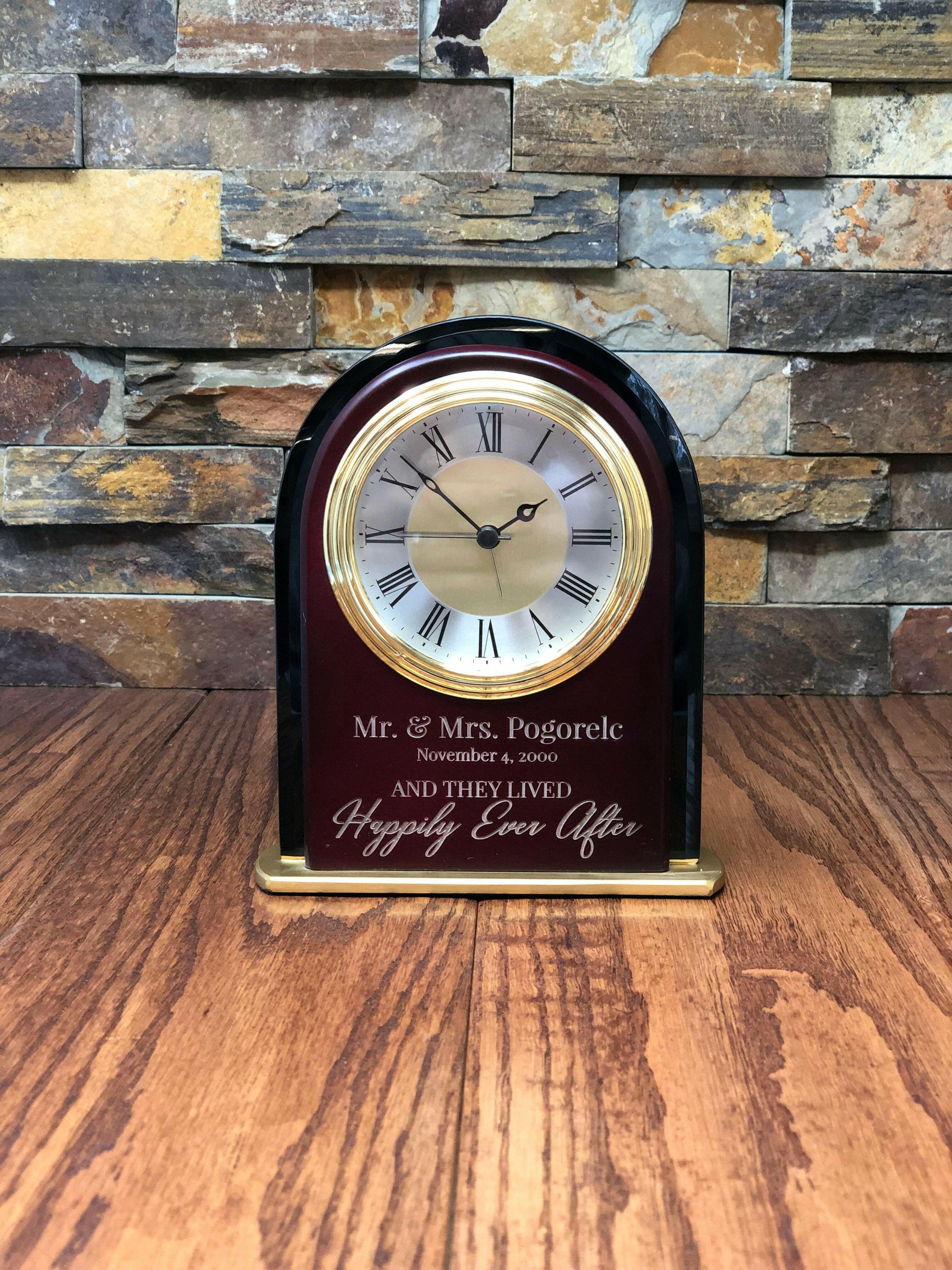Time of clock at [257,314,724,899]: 1:52
